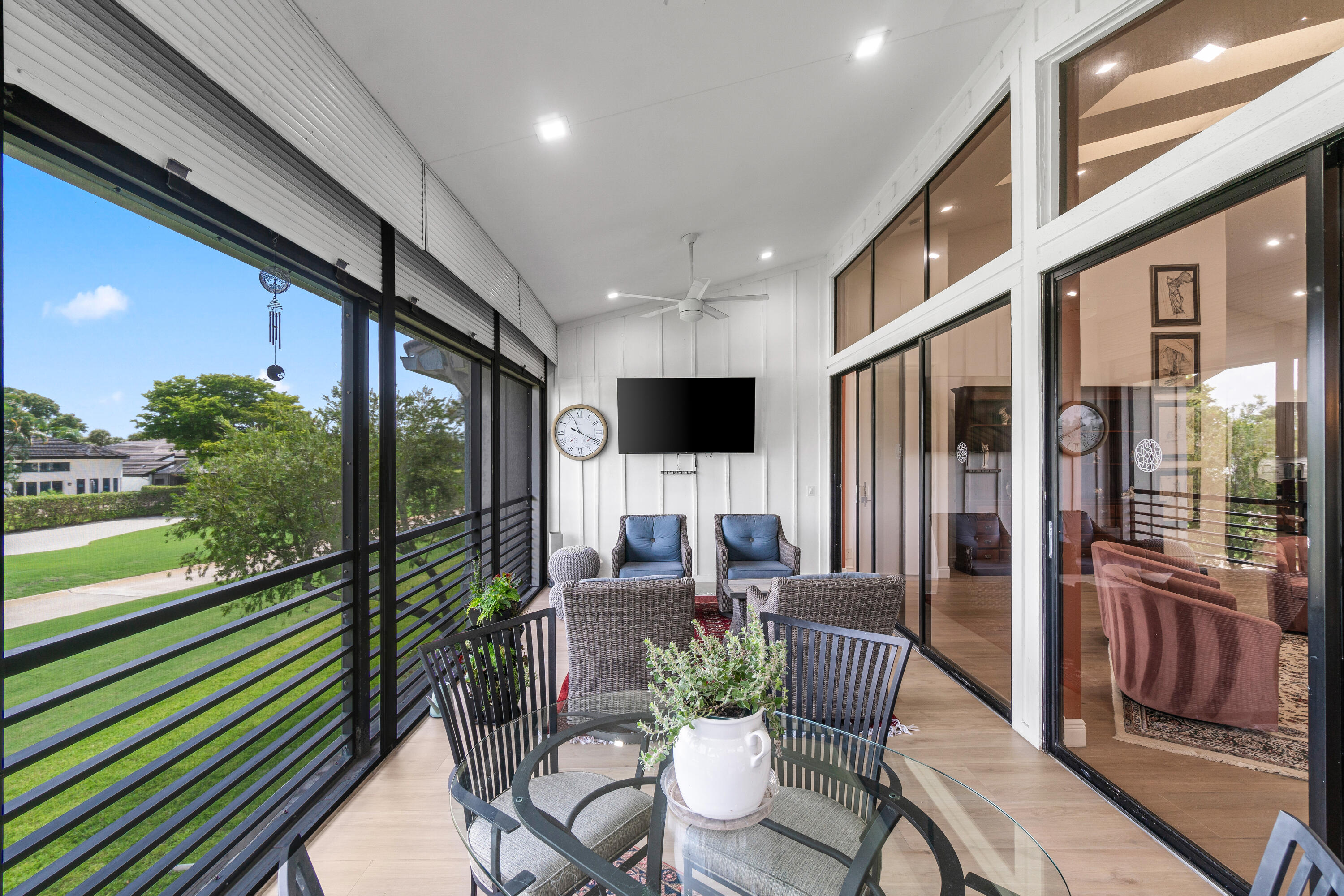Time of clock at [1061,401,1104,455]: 12:39
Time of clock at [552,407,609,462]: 11:19
